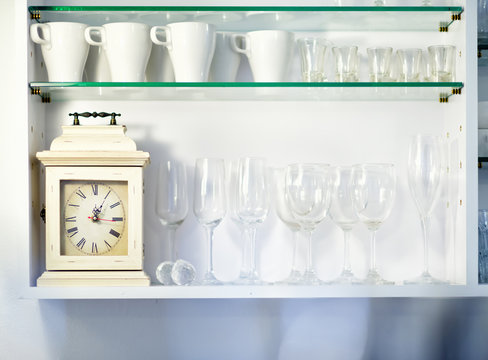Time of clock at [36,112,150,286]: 1:16
